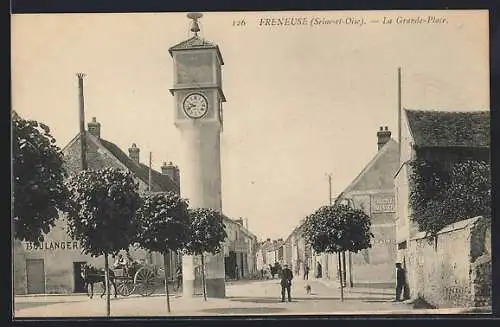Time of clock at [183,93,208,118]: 9:41
